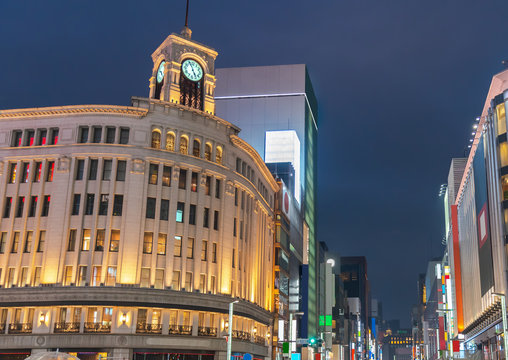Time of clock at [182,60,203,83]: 4:56
